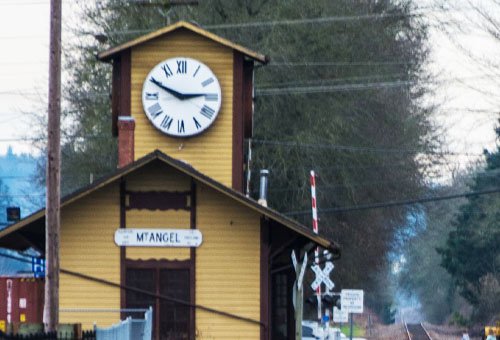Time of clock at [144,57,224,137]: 2:49
